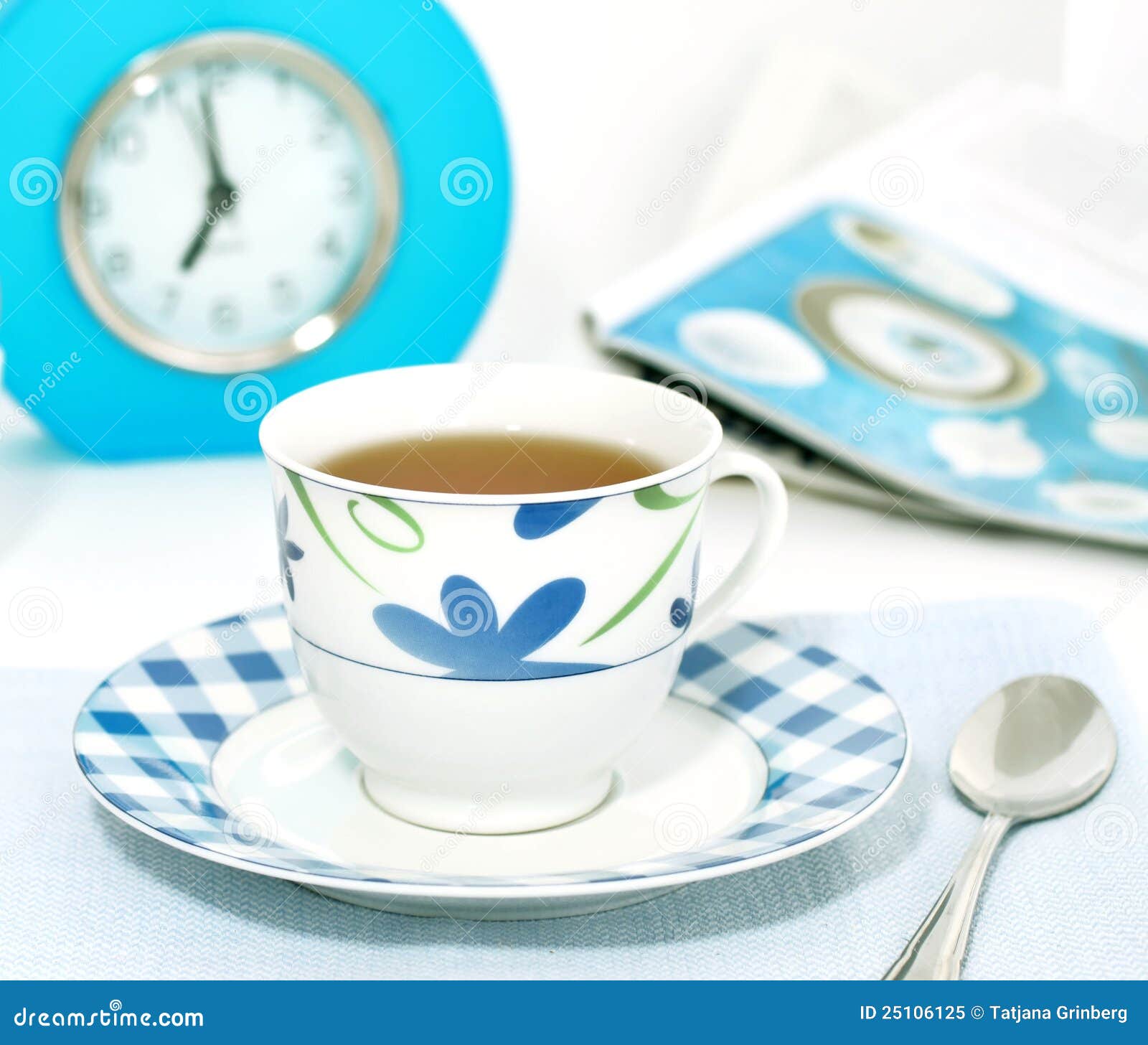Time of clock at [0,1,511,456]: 6:58
